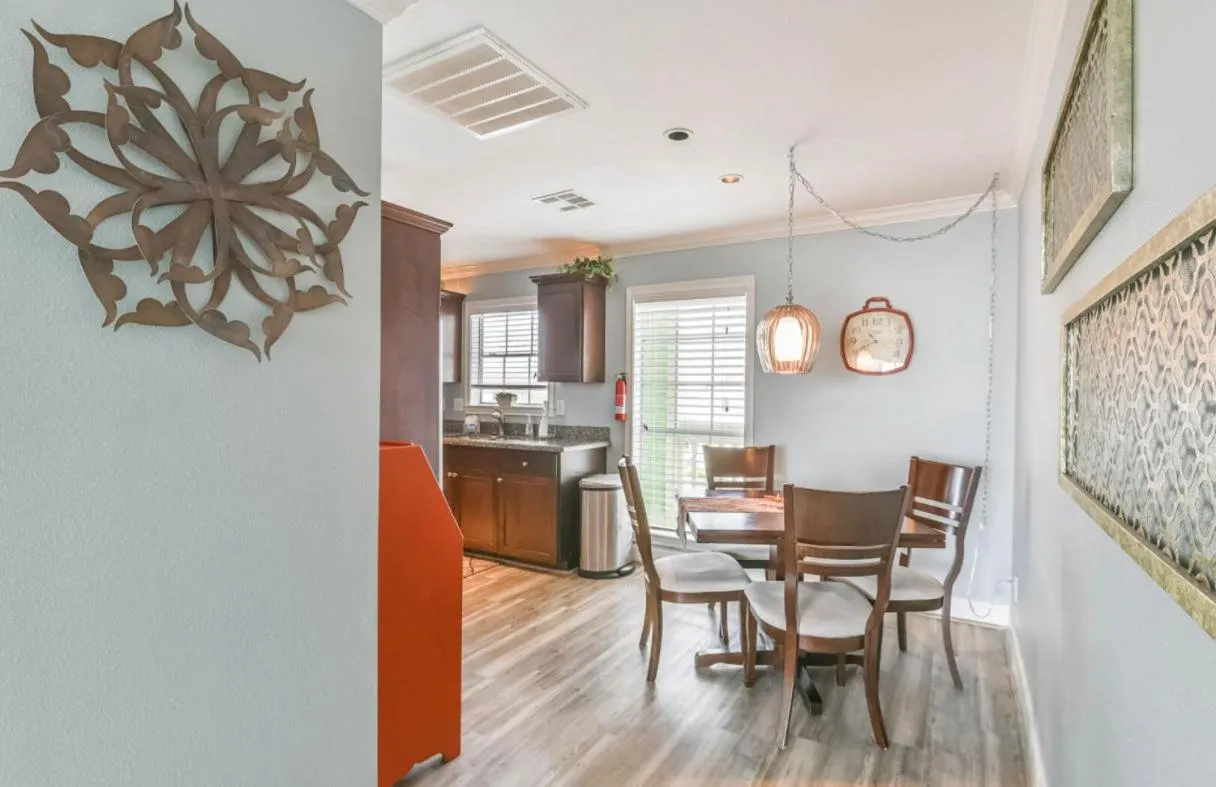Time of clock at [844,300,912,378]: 10:41
